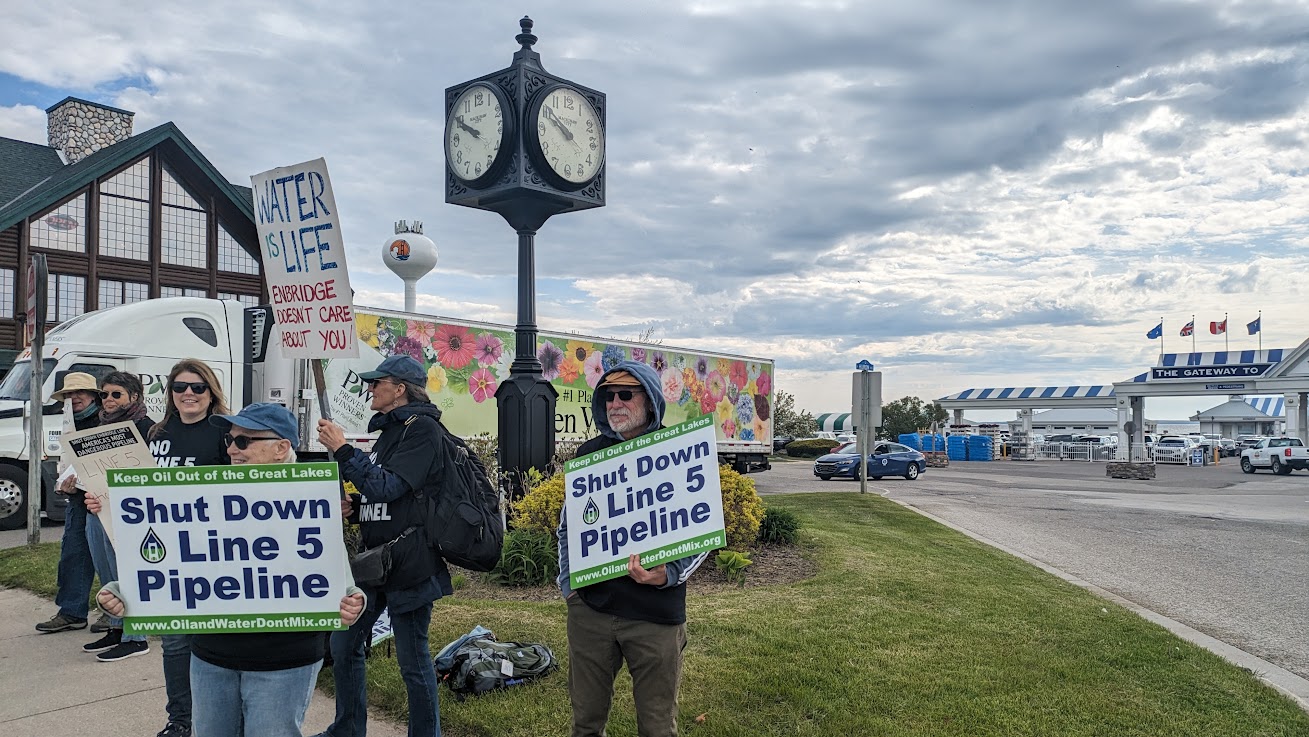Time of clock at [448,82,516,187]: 9:50
